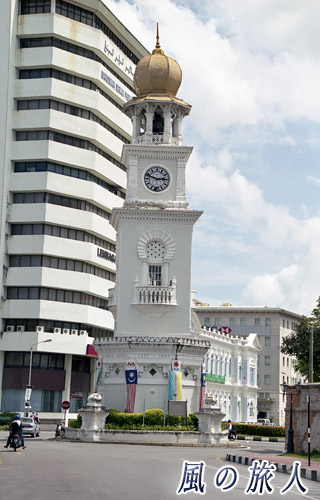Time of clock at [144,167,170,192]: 2:48
